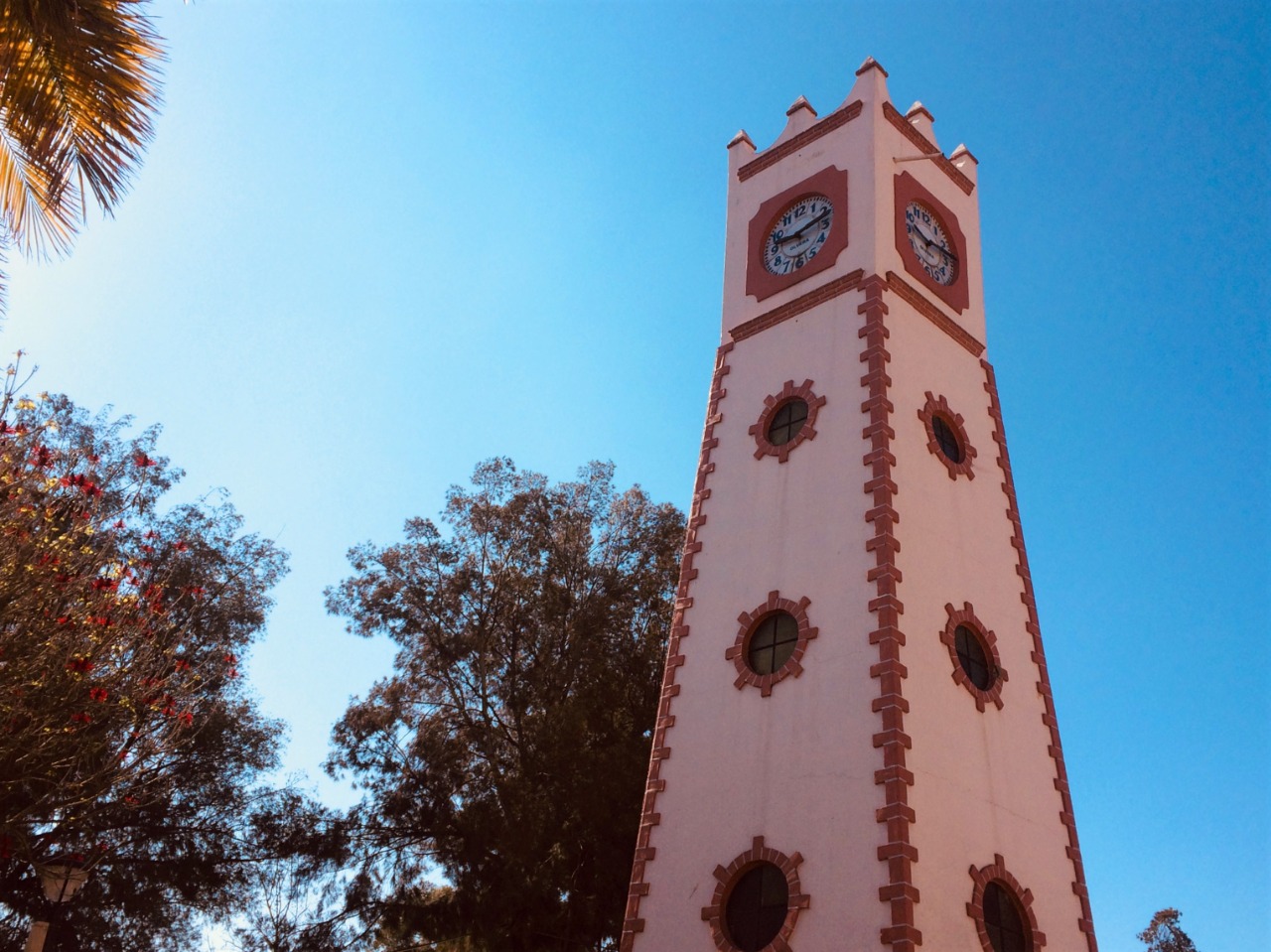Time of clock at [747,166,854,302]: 9:12
